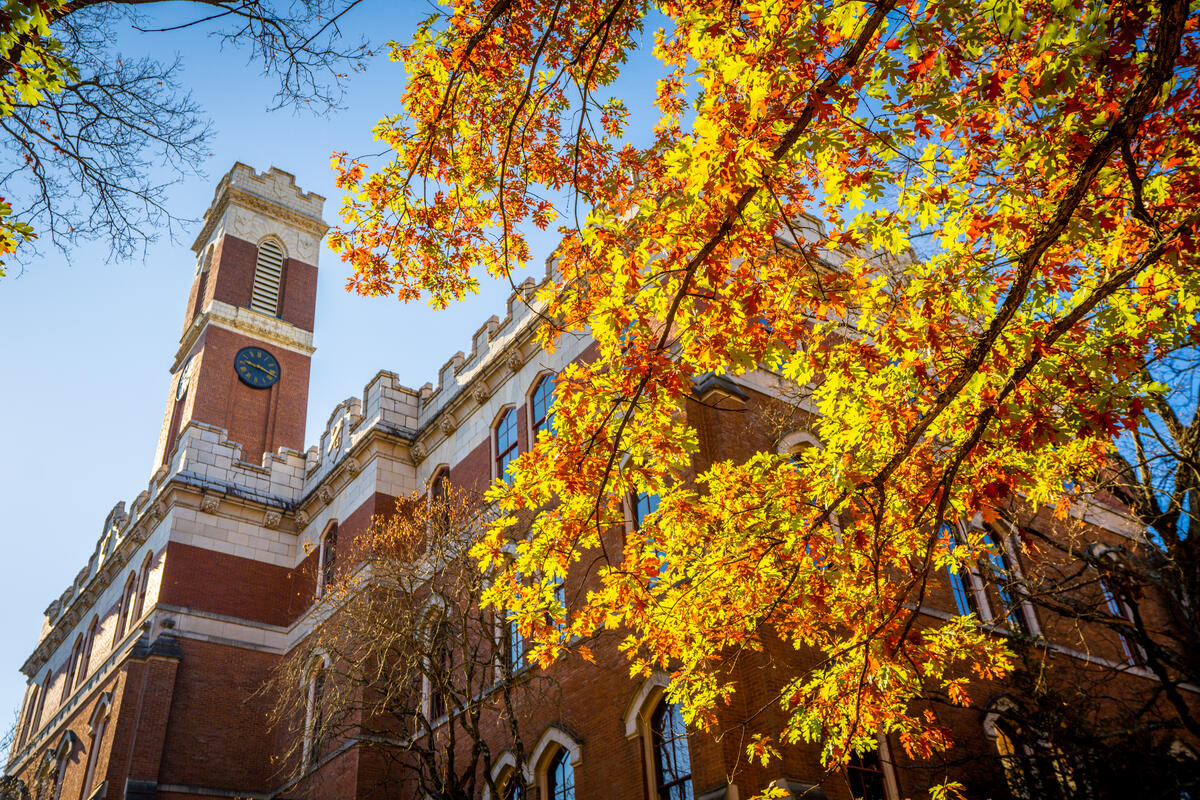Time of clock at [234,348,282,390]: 9:17
